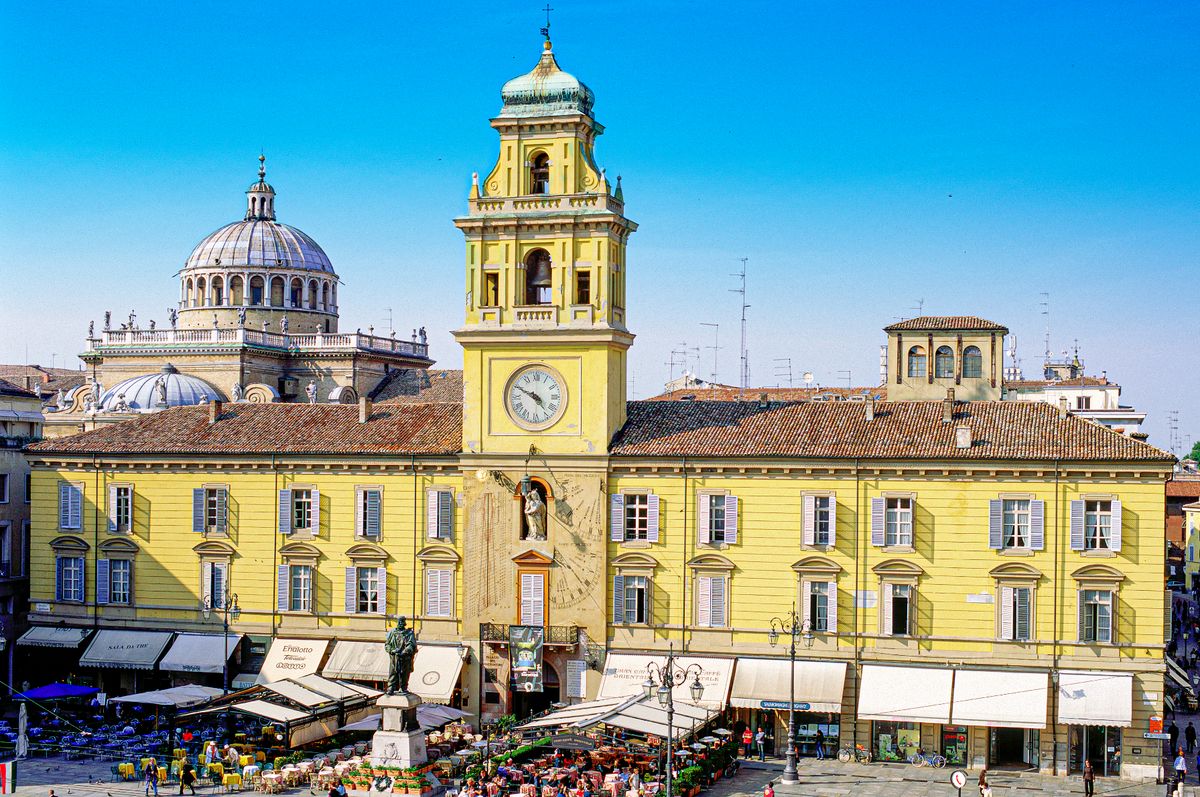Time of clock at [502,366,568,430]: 4:49
